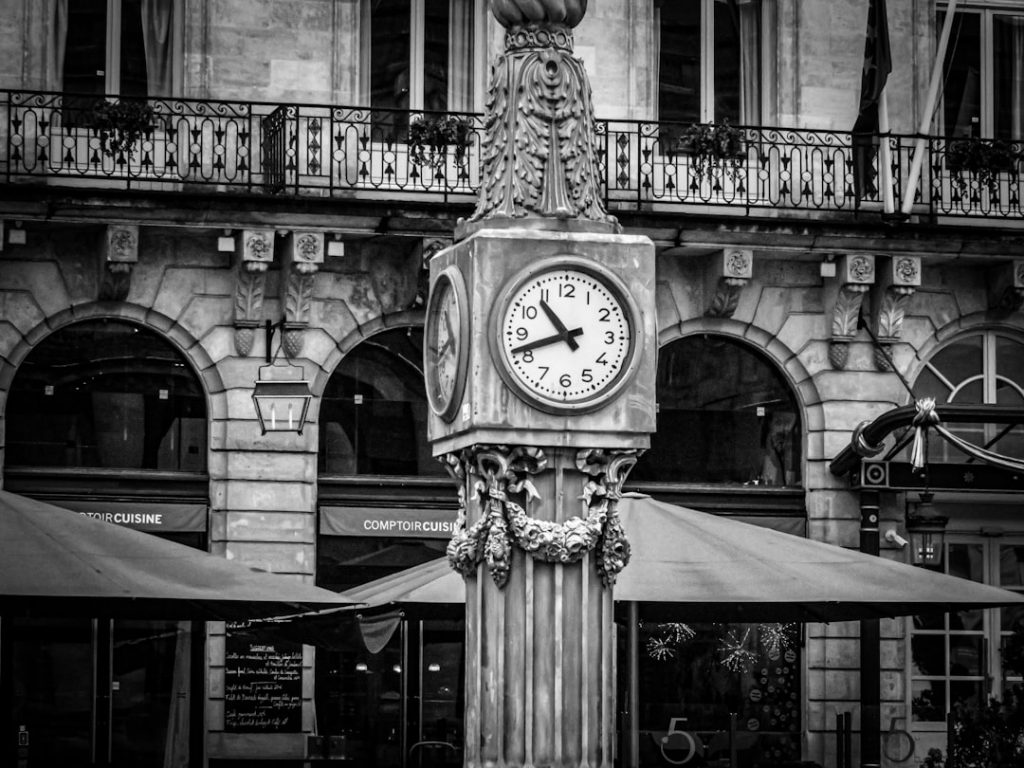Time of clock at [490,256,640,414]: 10:41
